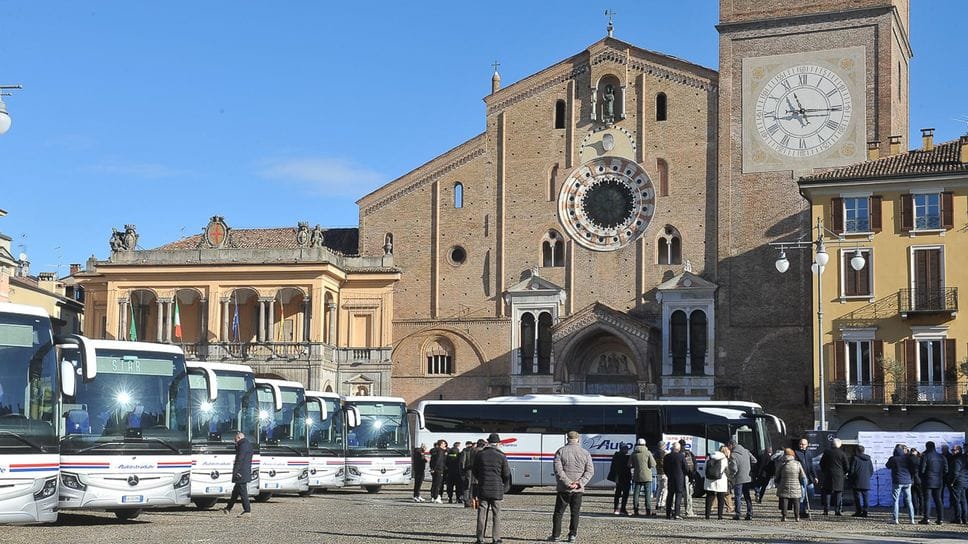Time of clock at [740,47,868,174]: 11:14
